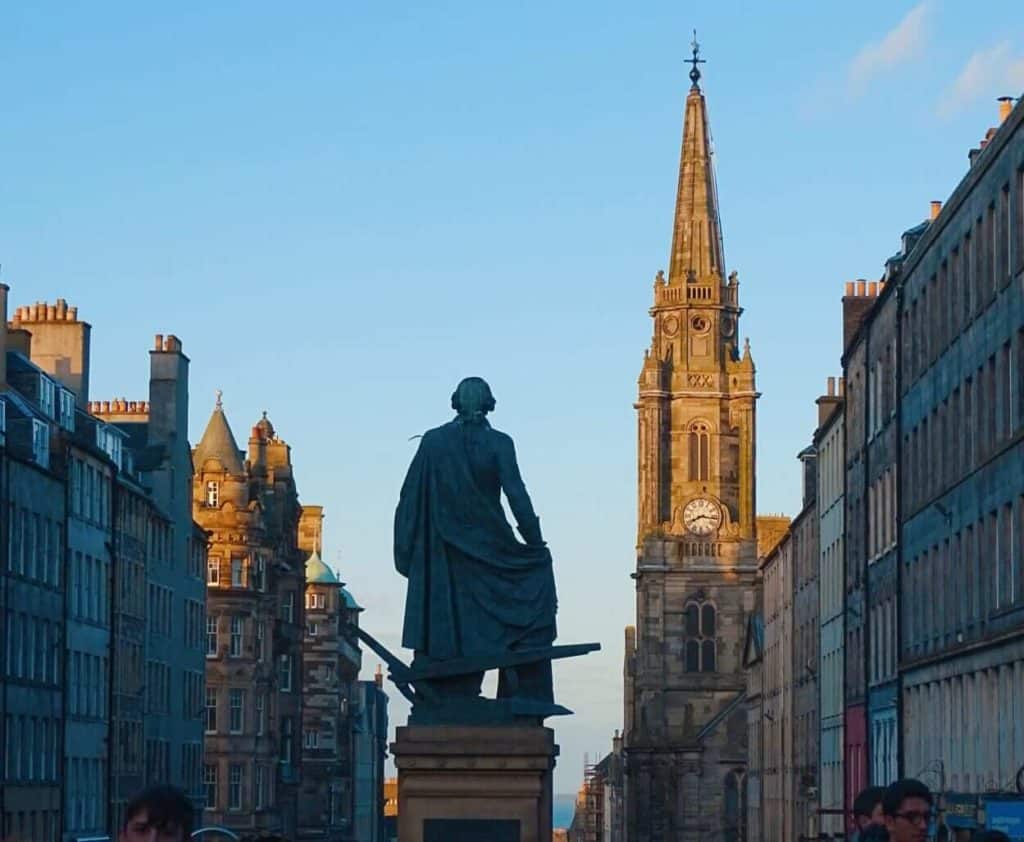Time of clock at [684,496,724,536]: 8:16
